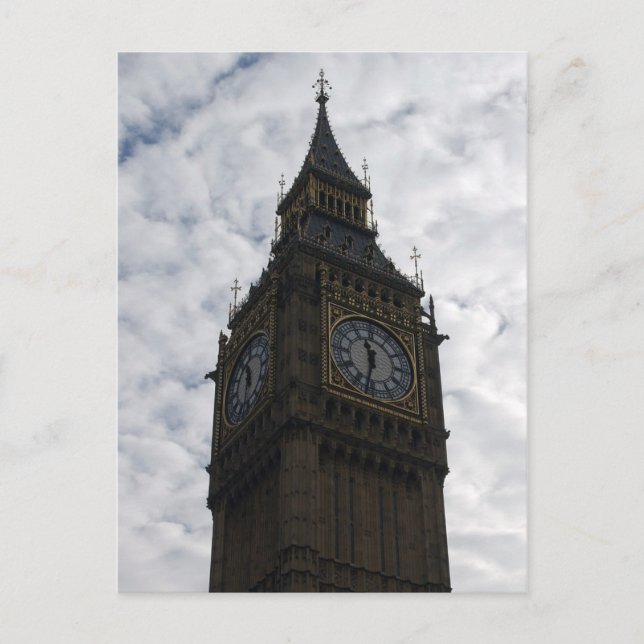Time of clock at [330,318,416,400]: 11:32
